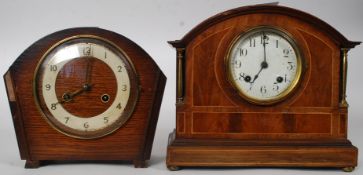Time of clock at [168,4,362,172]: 7:00
